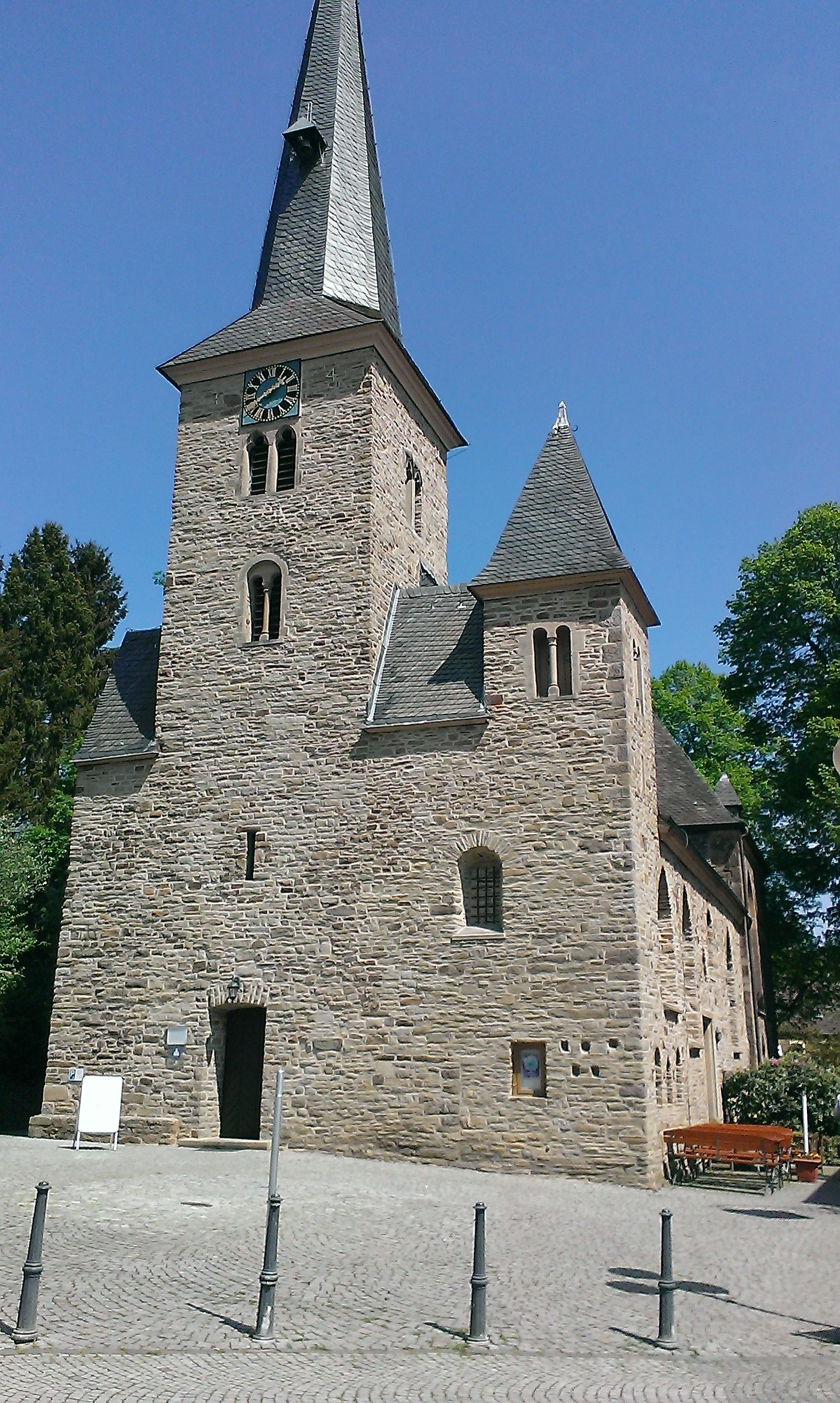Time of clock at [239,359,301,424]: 1:39
